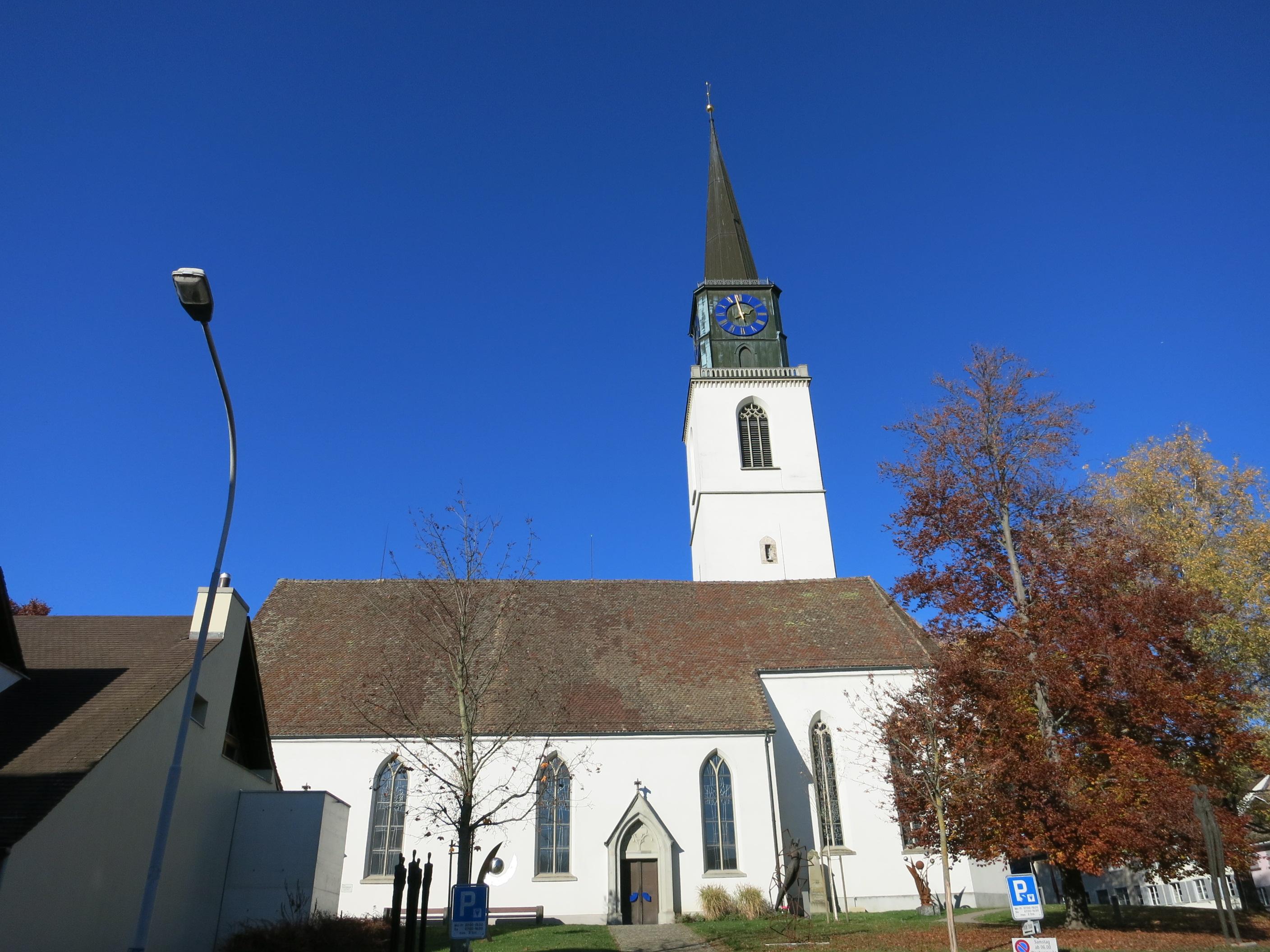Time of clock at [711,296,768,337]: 1:58
